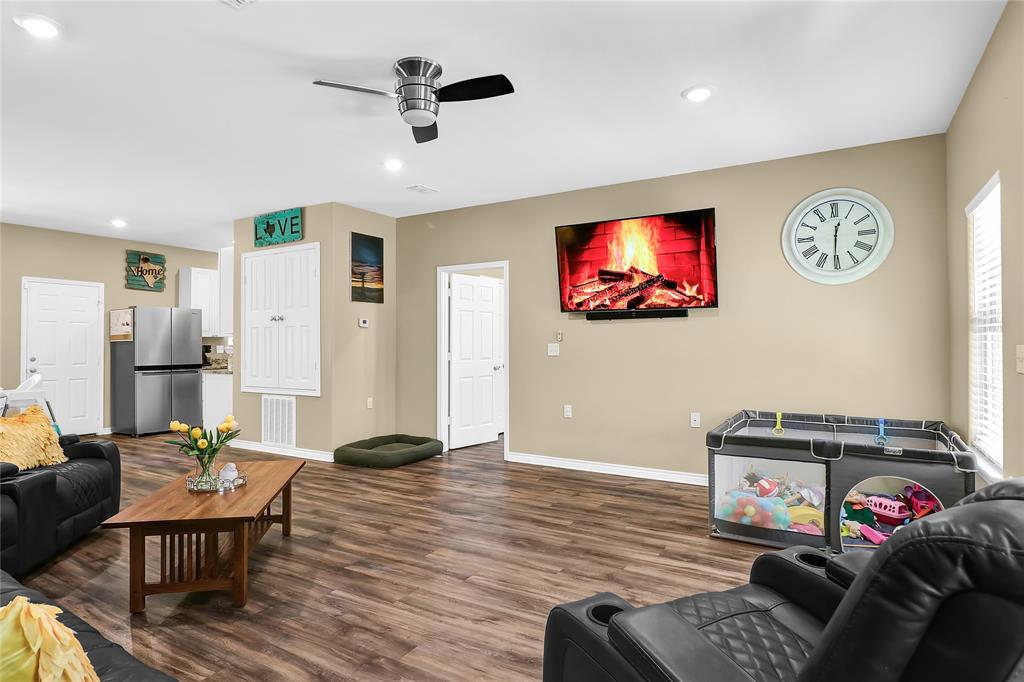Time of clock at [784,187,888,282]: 12:30
